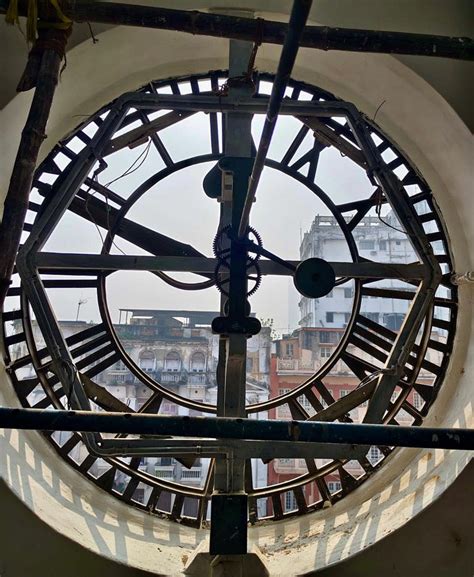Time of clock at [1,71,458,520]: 2:48
